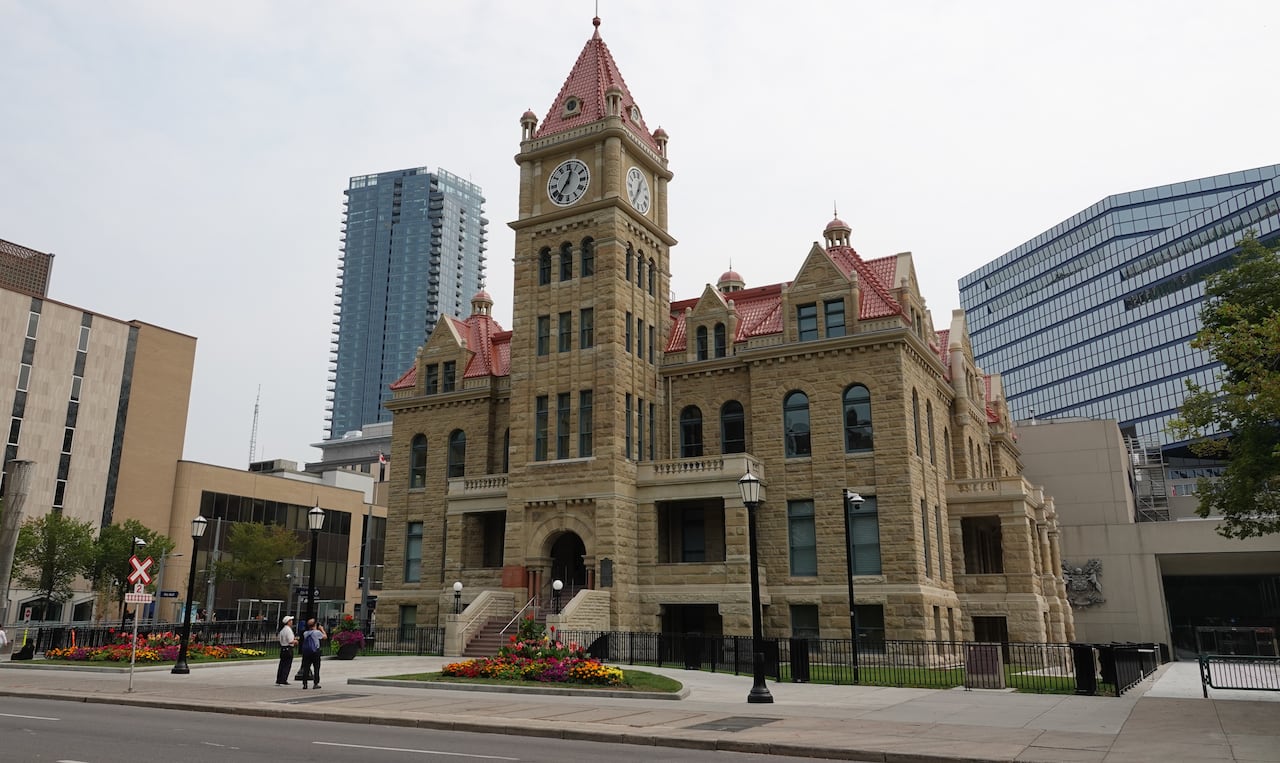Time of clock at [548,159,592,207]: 12:36
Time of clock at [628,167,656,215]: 12:34
